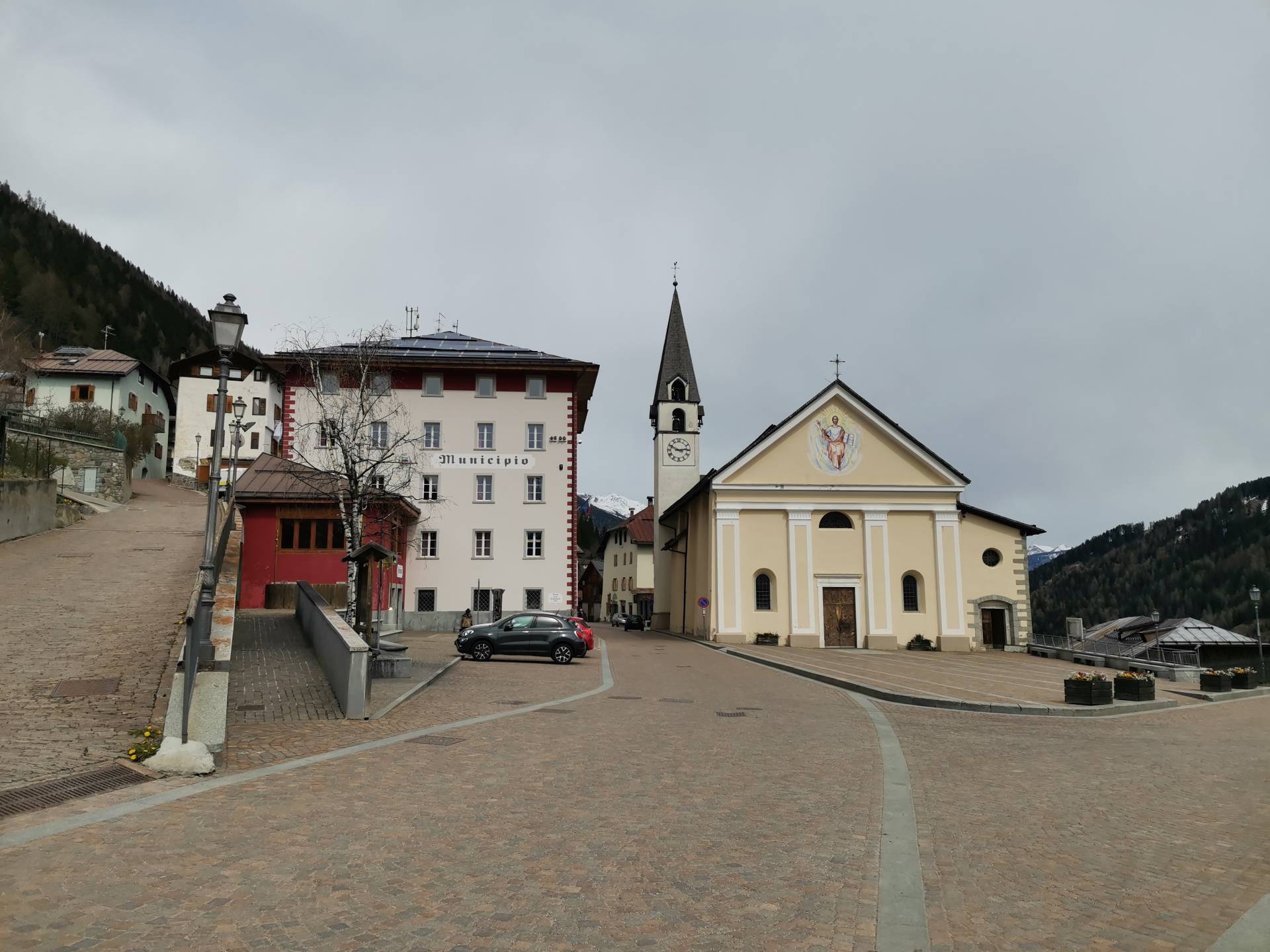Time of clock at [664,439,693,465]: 2:49
